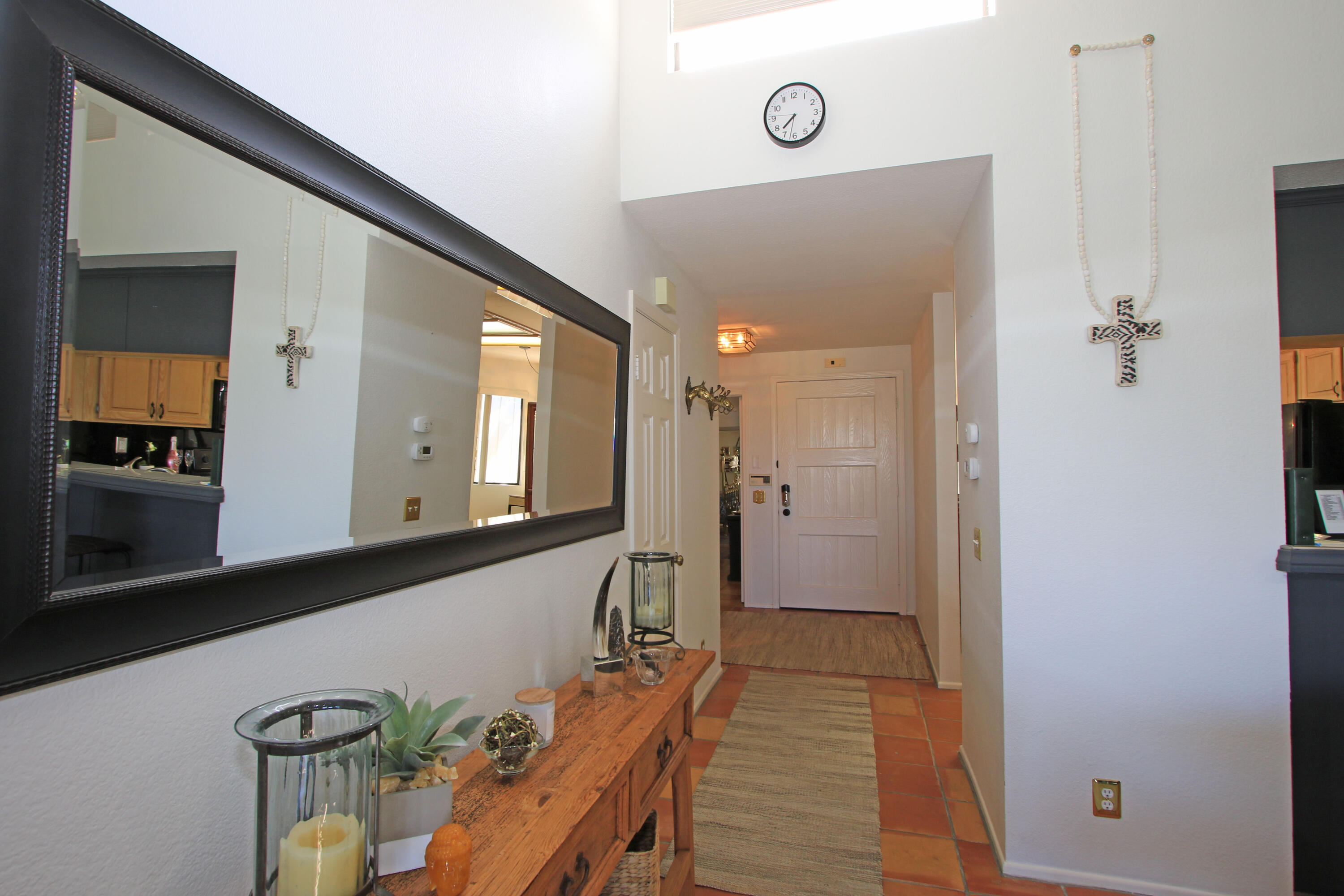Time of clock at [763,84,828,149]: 7:32
